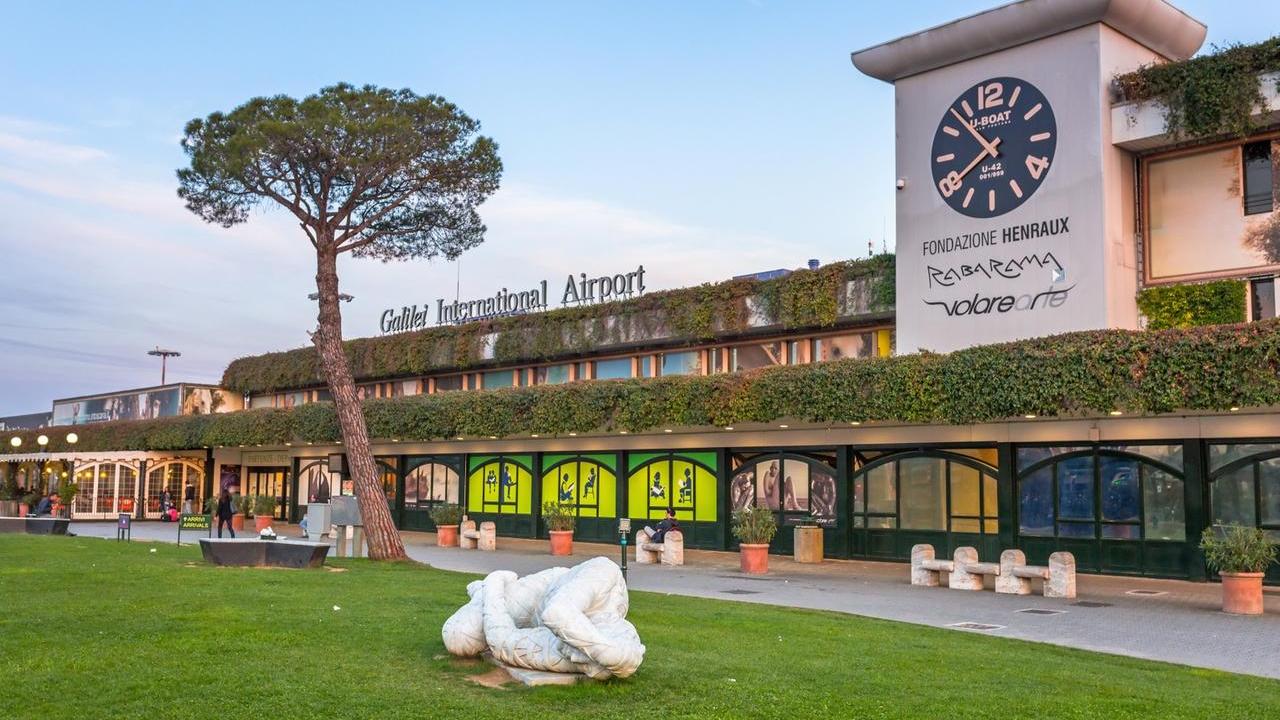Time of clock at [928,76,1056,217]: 7:53
